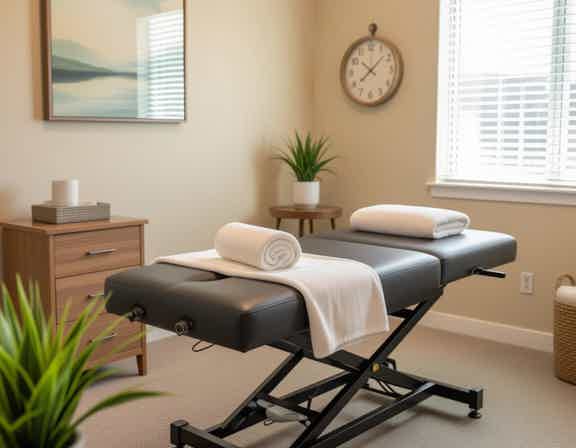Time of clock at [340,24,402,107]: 10:07
